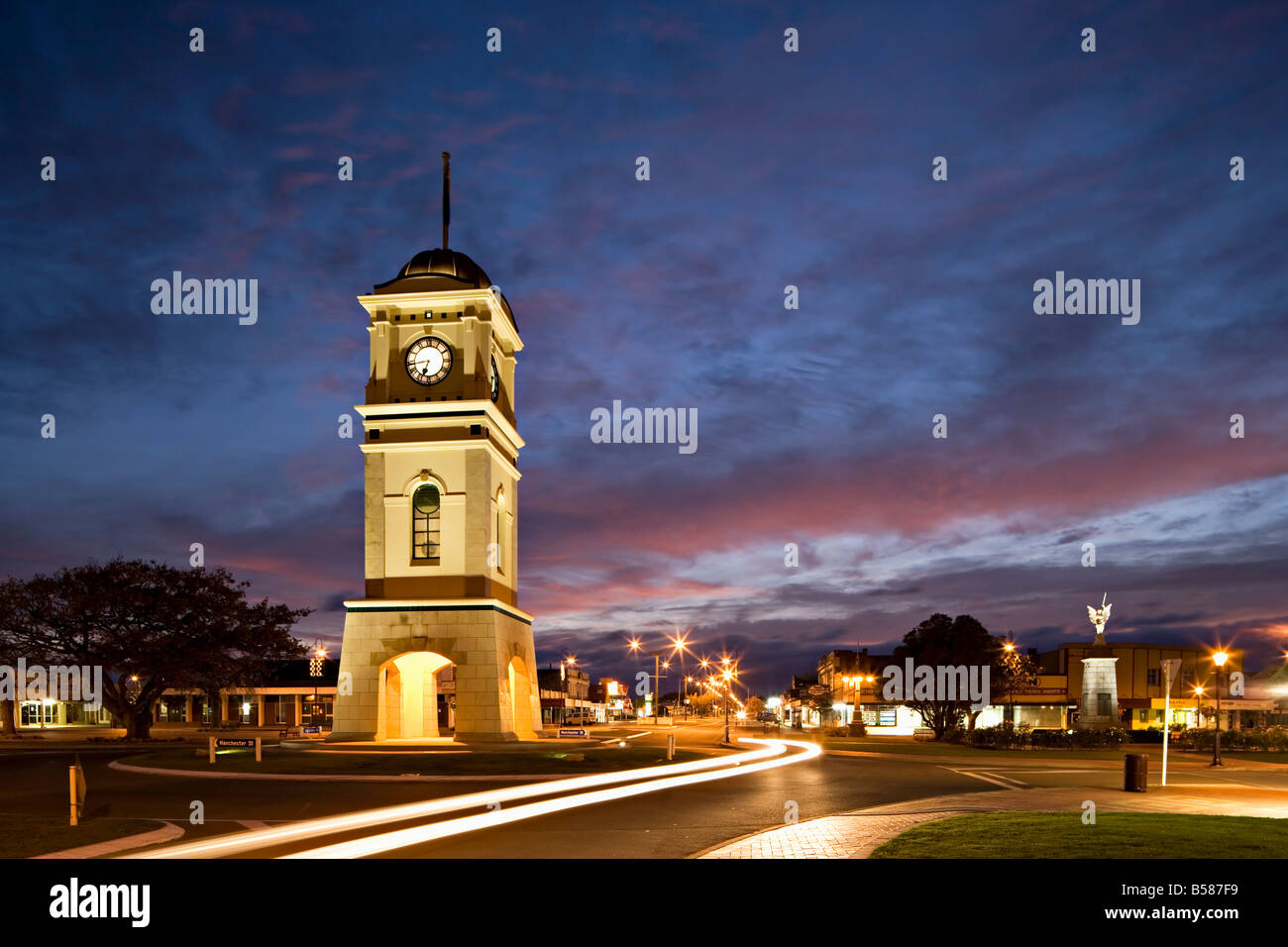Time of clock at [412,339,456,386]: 6:43
